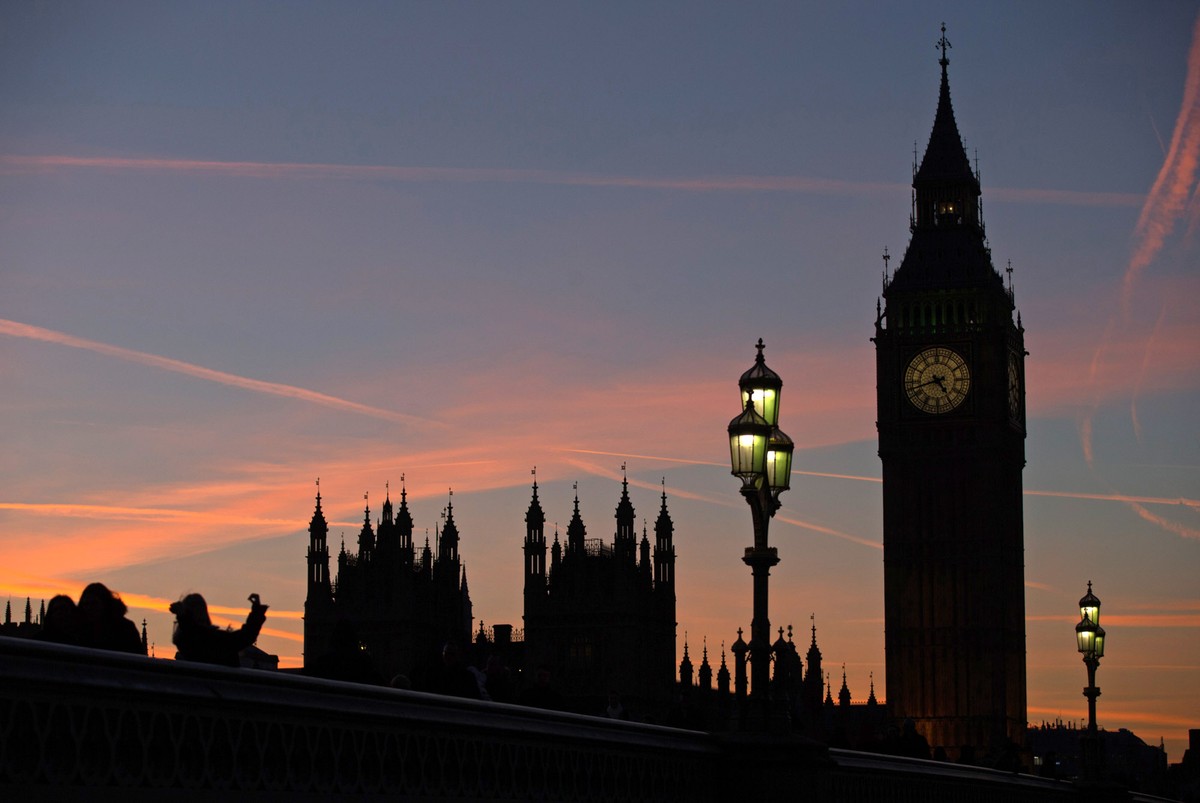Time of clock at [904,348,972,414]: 4:42
